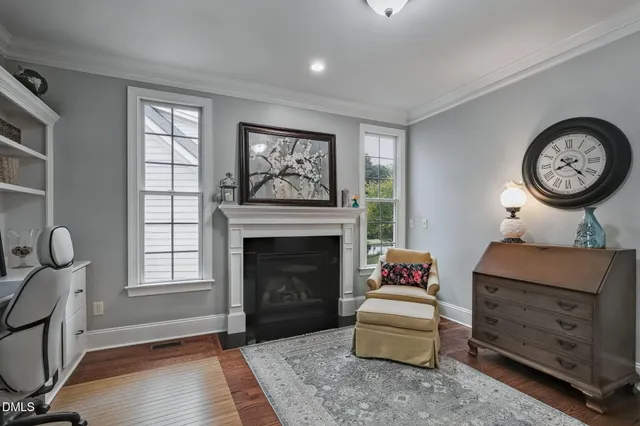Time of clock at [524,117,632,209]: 8:22
